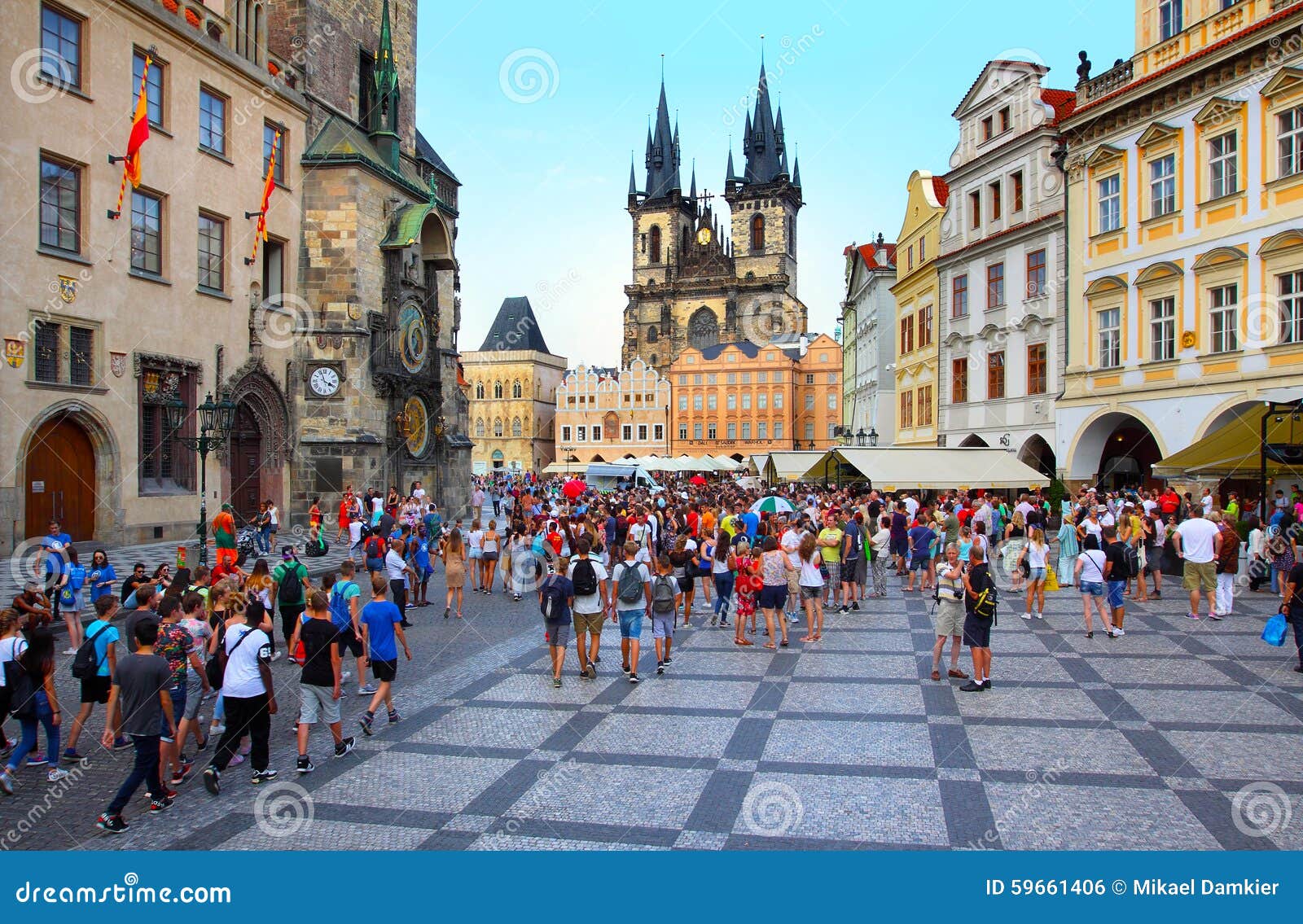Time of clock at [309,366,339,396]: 3:56
